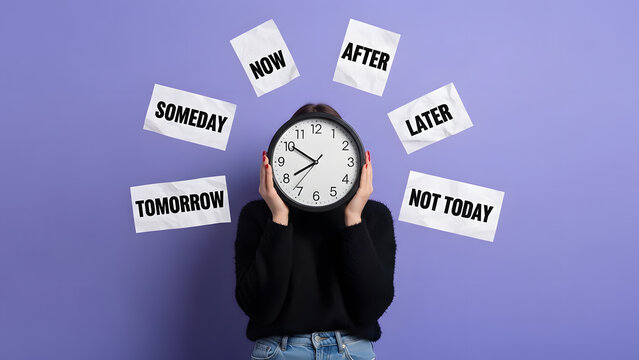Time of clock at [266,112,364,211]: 7:50
